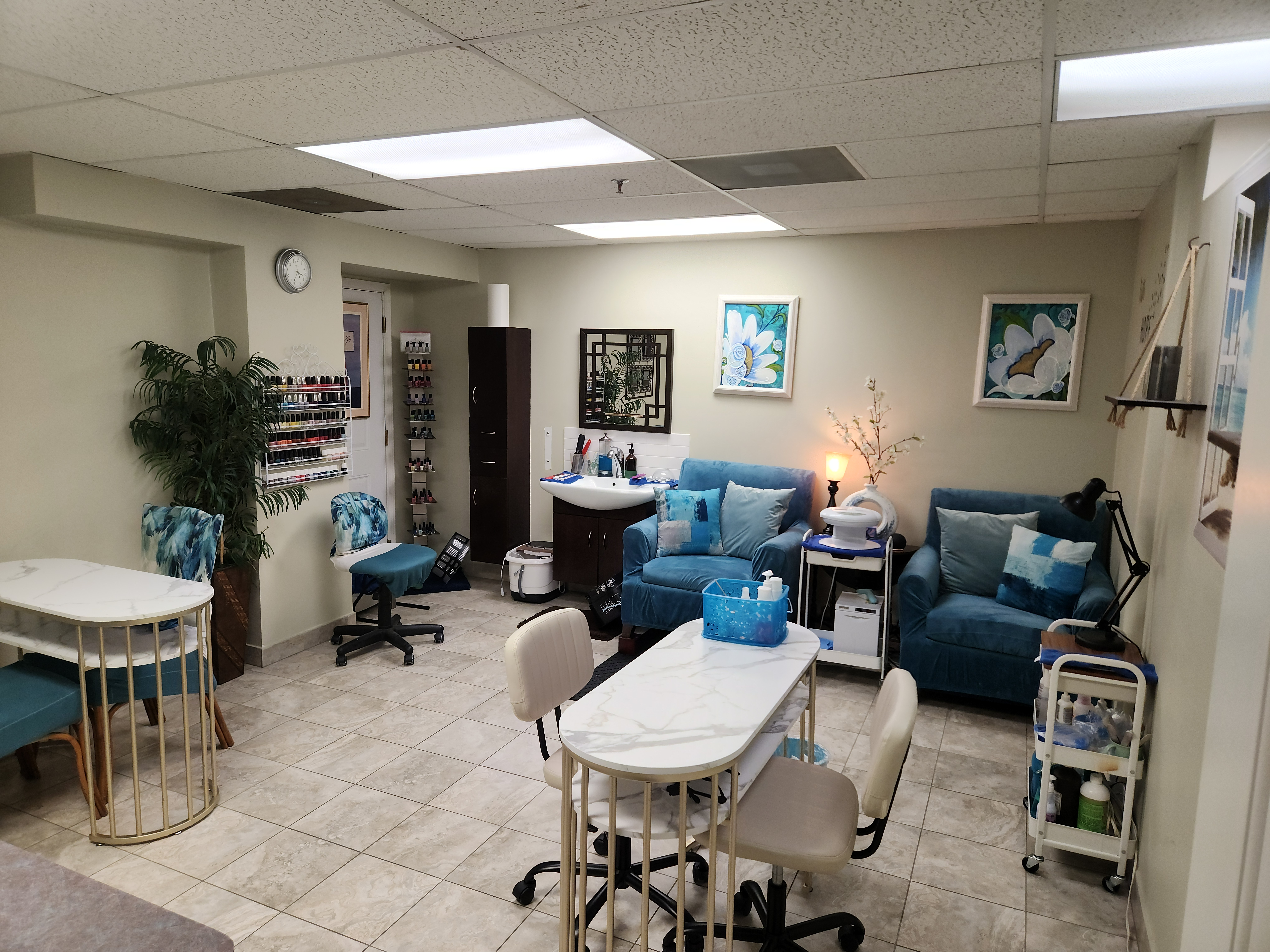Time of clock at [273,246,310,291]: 3:32
